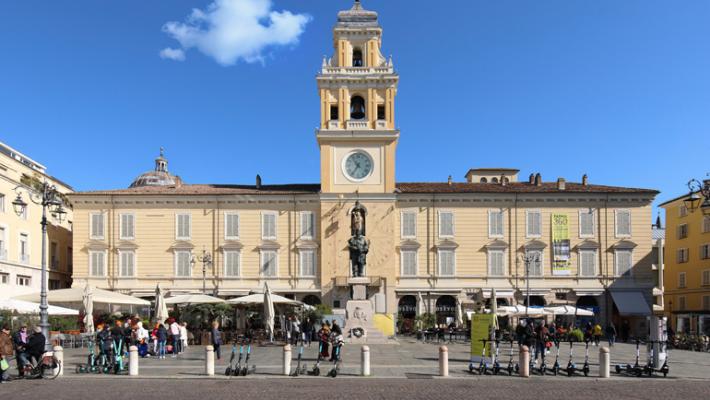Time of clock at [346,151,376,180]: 10:36
